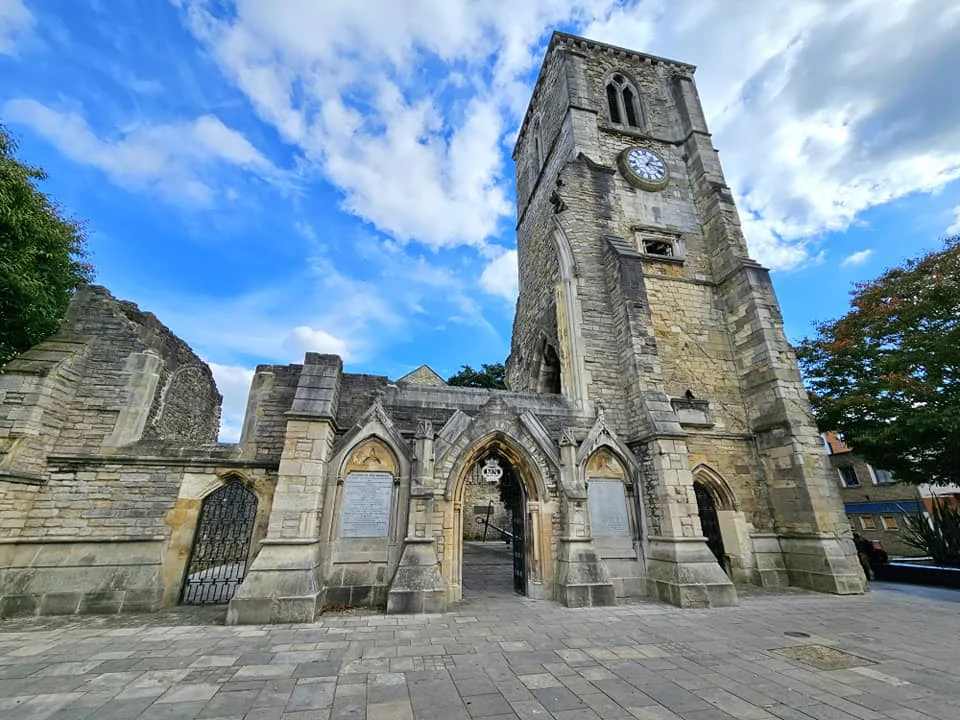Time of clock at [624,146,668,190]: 1:16
